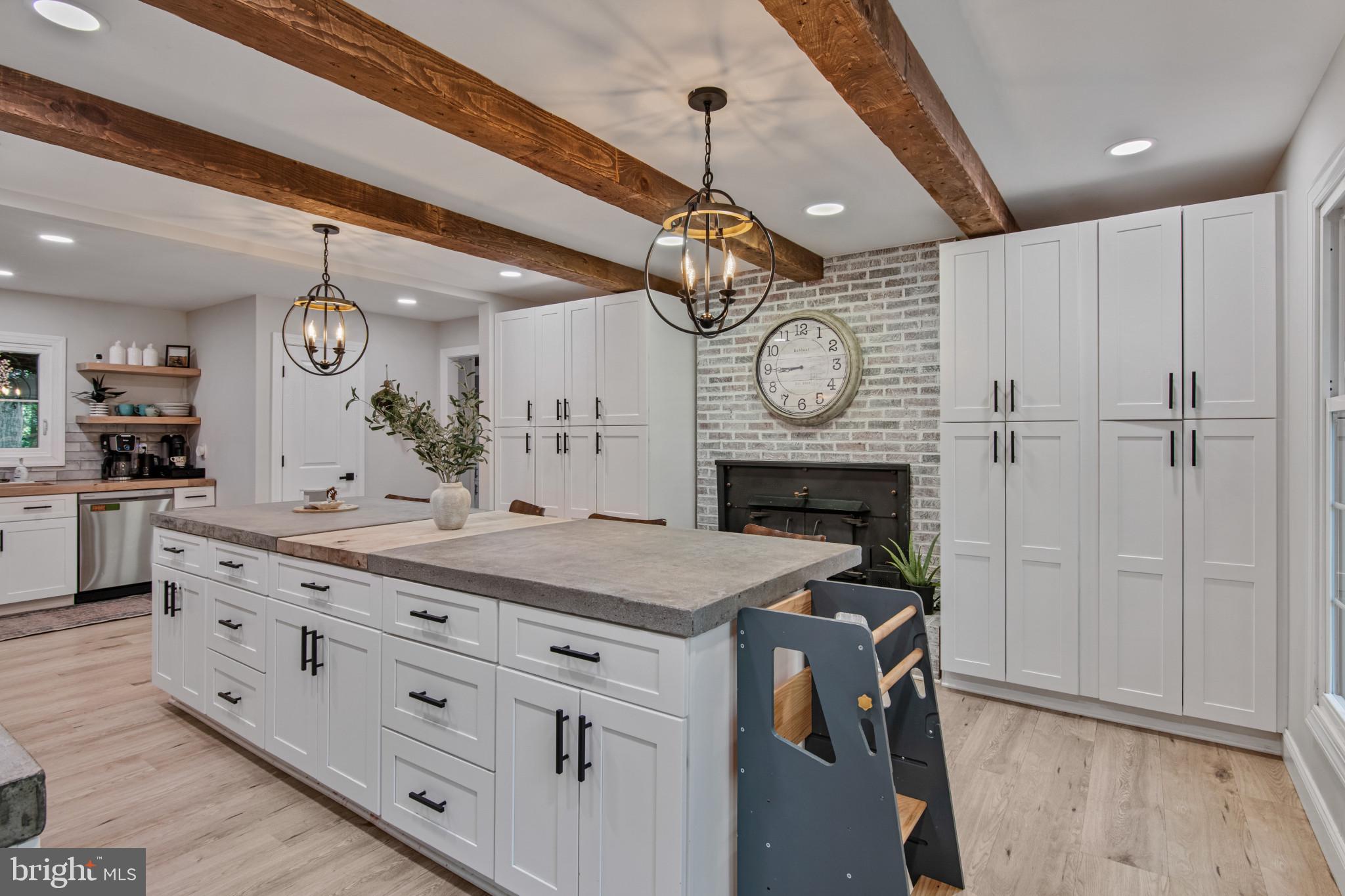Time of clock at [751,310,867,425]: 8:44
